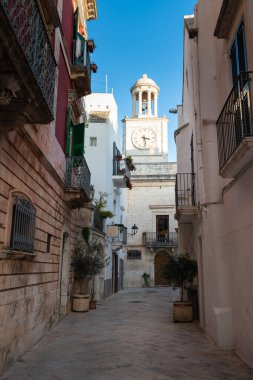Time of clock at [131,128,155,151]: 3:28
